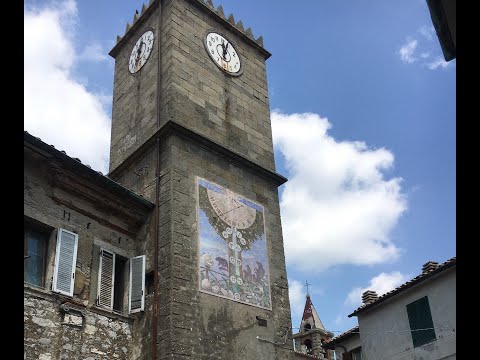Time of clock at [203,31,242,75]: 12:04
